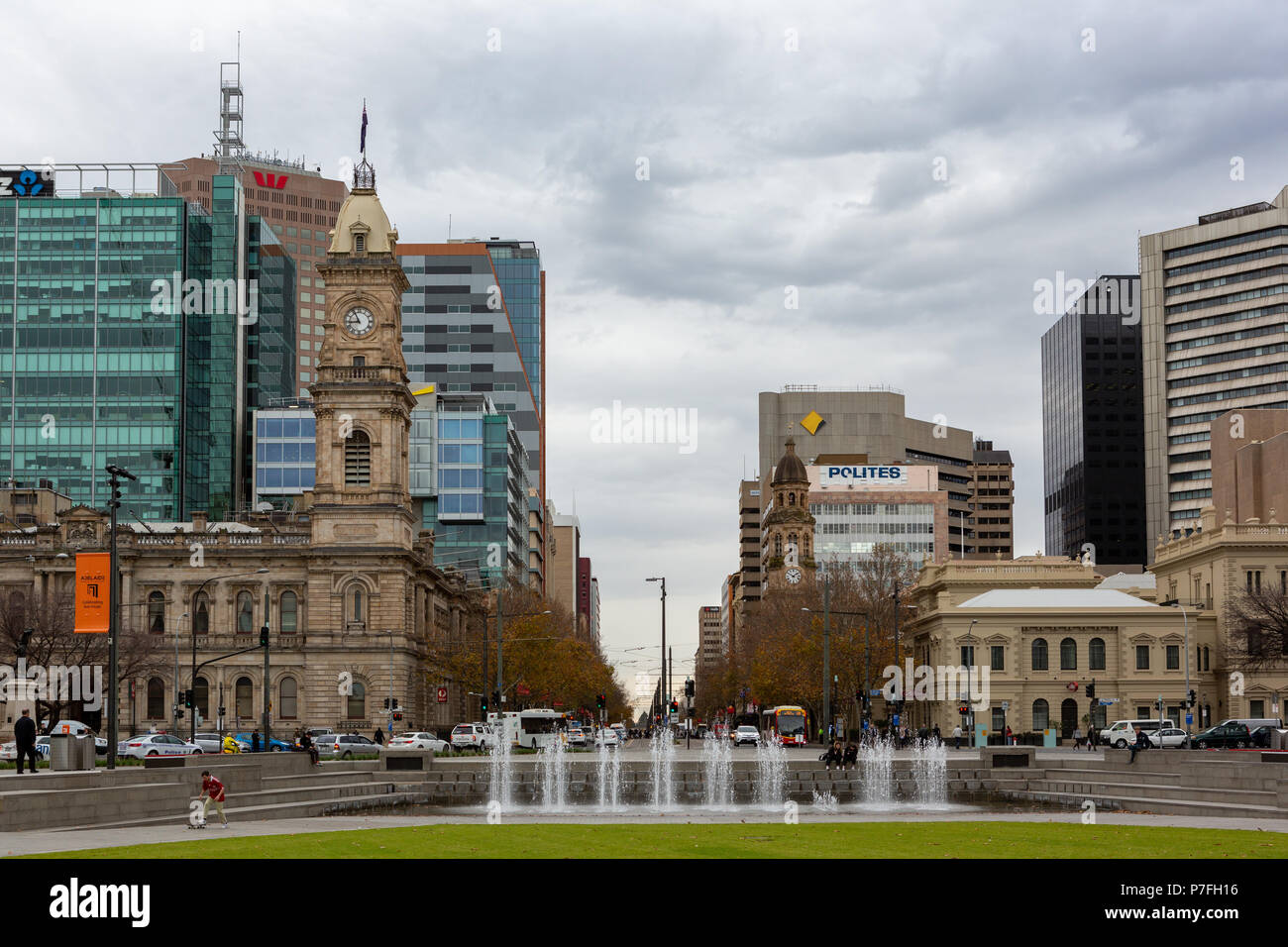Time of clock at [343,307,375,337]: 8:55
